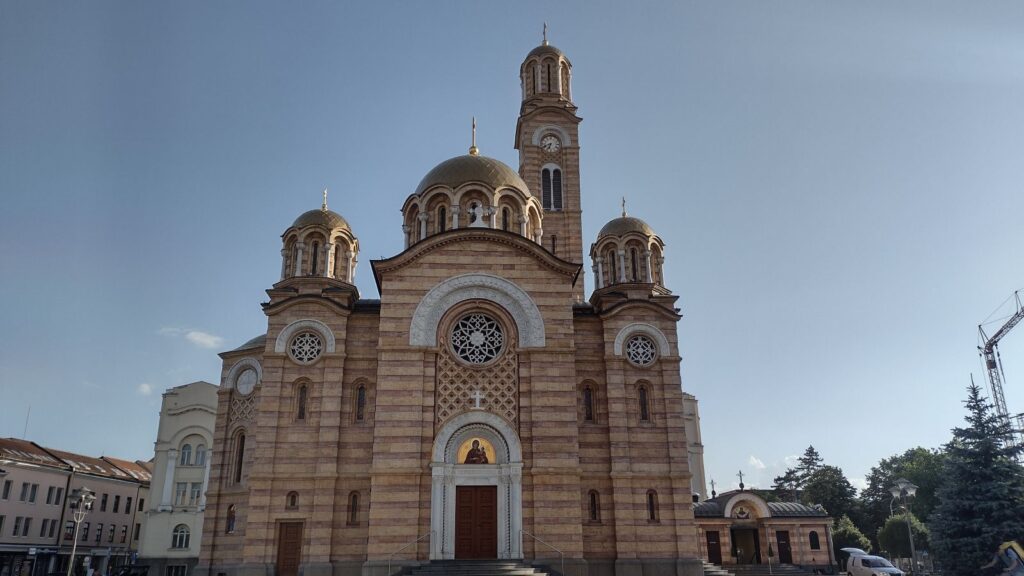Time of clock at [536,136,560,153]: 6:41
